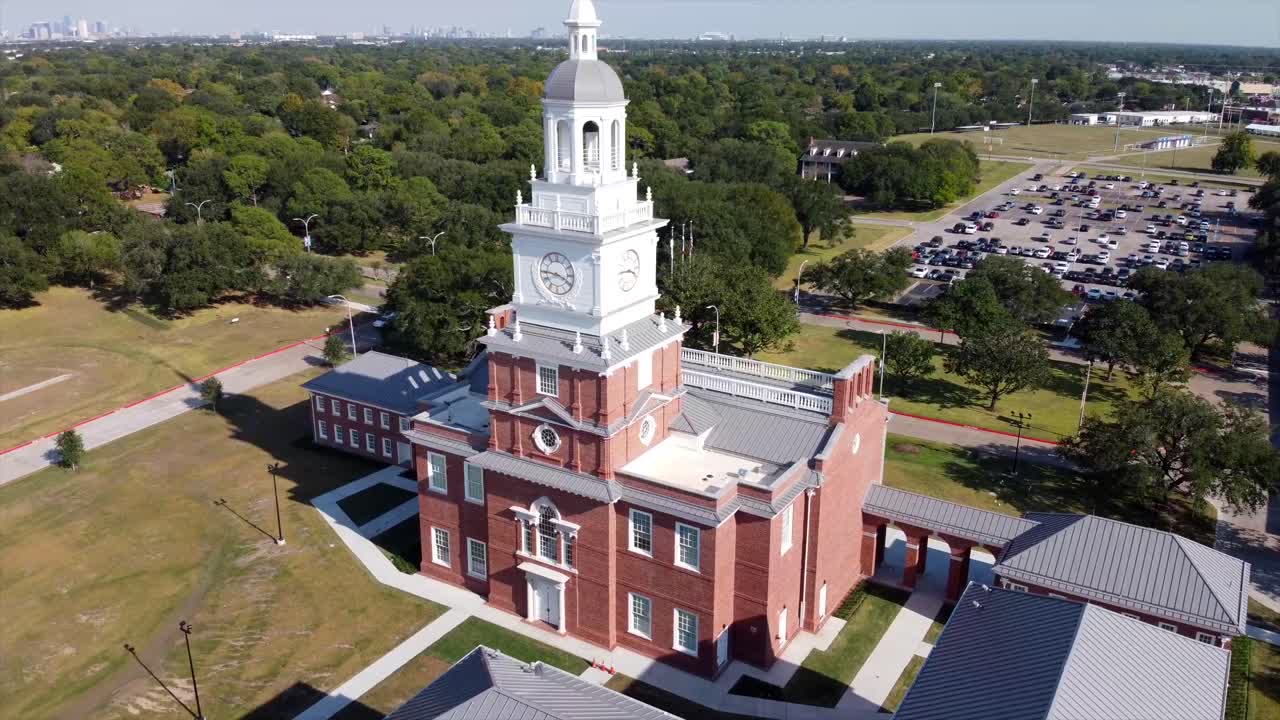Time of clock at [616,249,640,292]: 3:45
